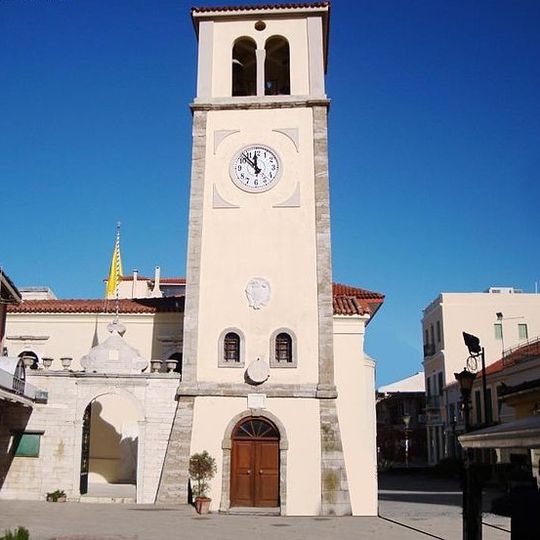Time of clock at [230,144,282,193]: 11:52
